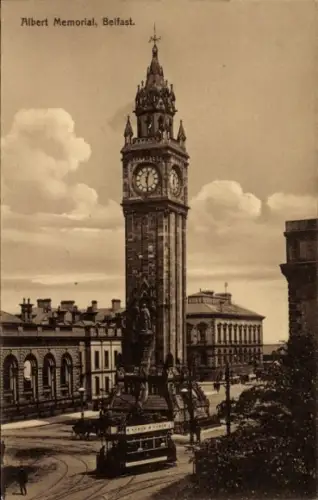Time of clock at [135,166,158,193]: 12:28
